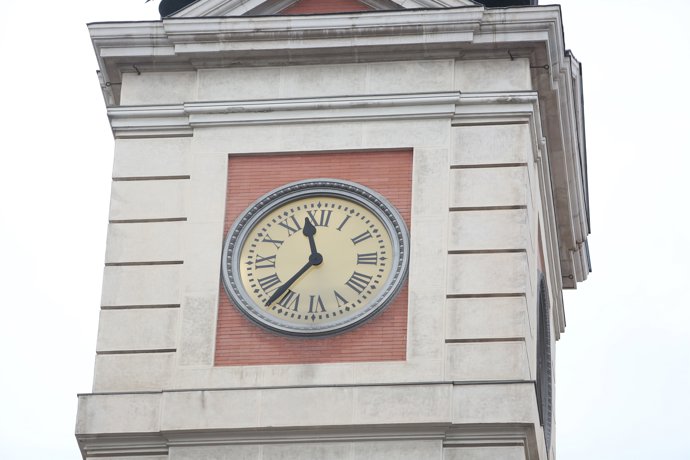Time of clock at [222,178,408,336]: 11:36
